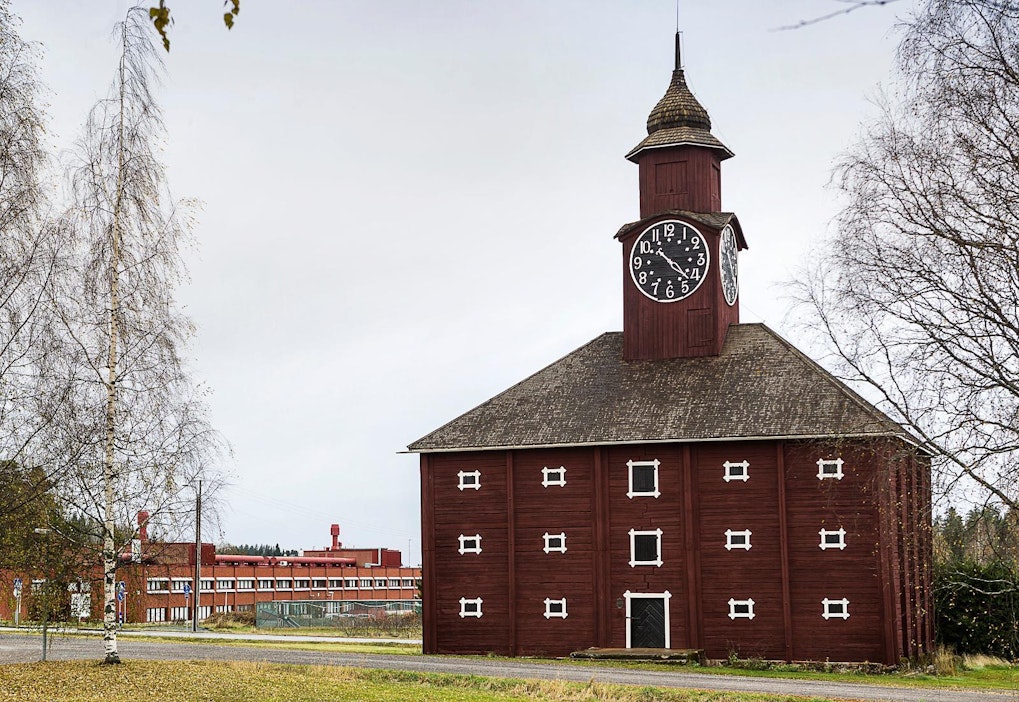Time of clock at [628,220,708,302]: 10:22
